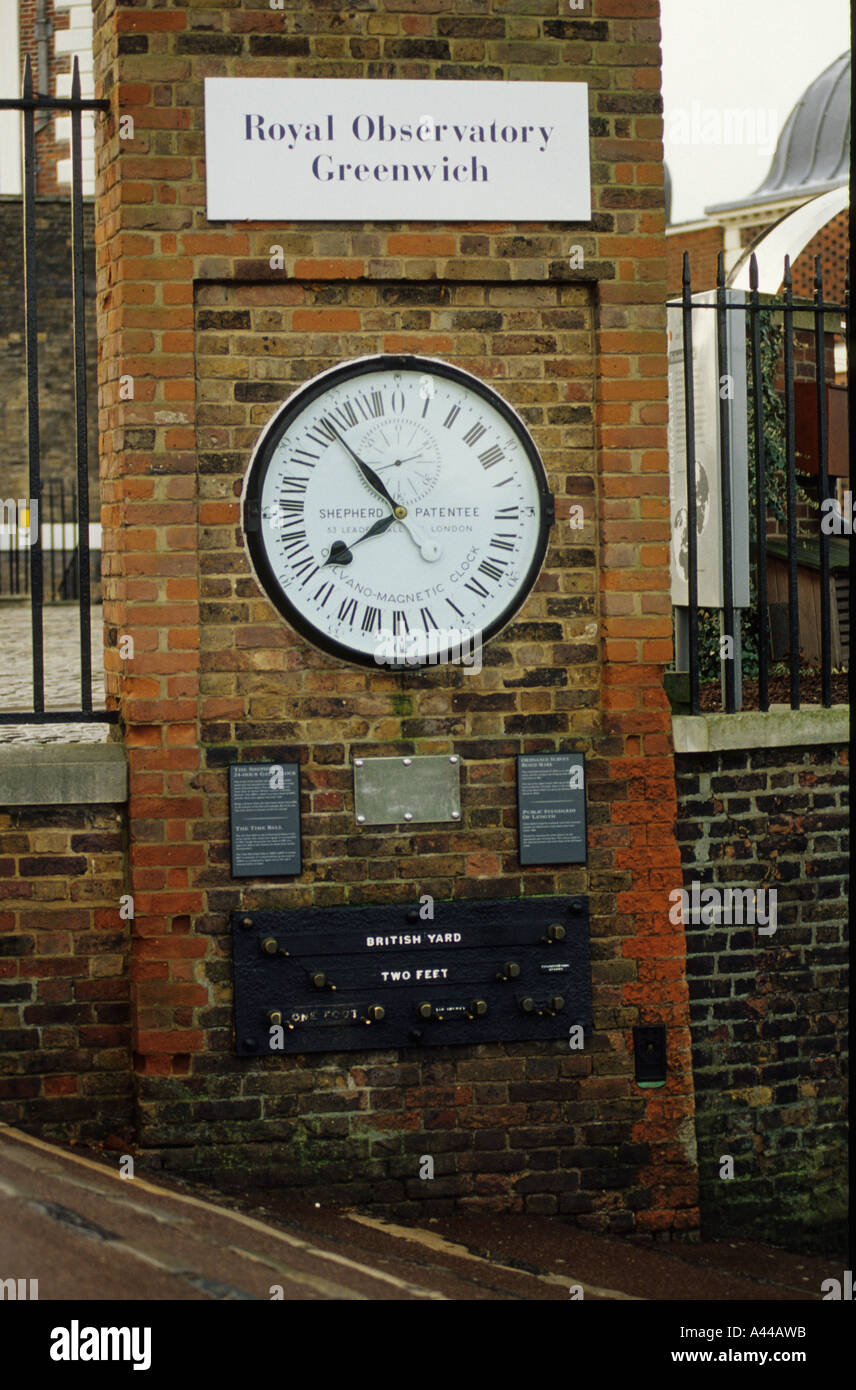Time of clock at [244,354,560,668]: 7:53
